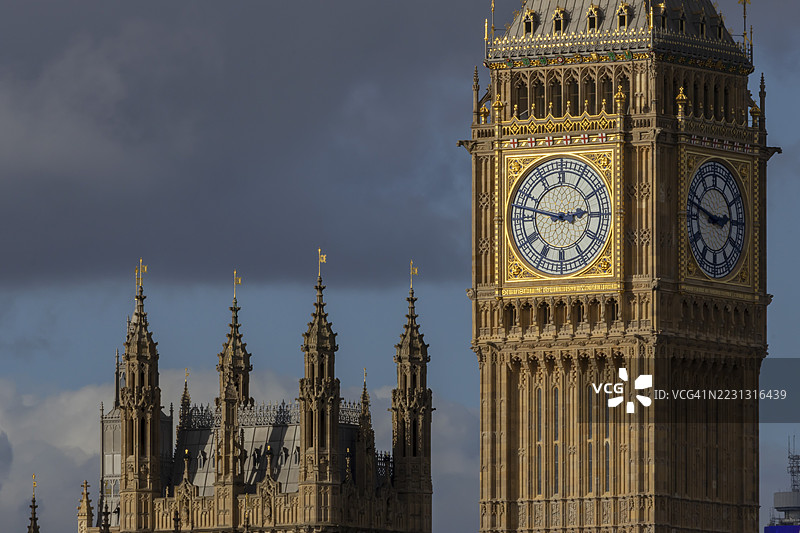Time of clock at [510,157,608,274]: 2:47
